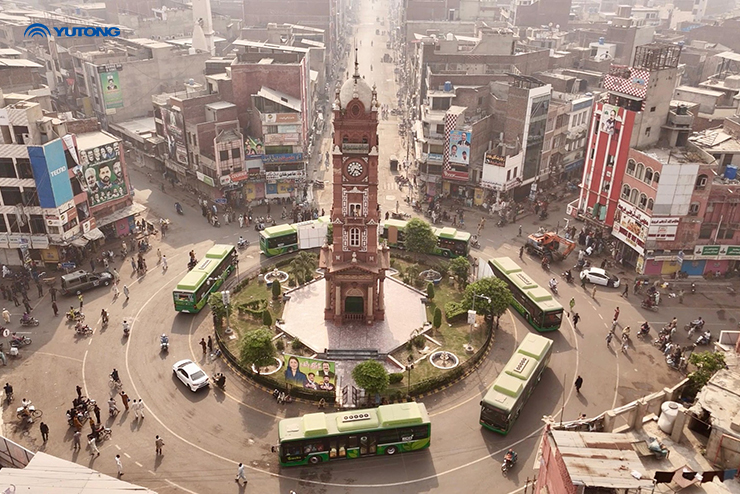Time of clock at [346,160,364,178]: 3:35
